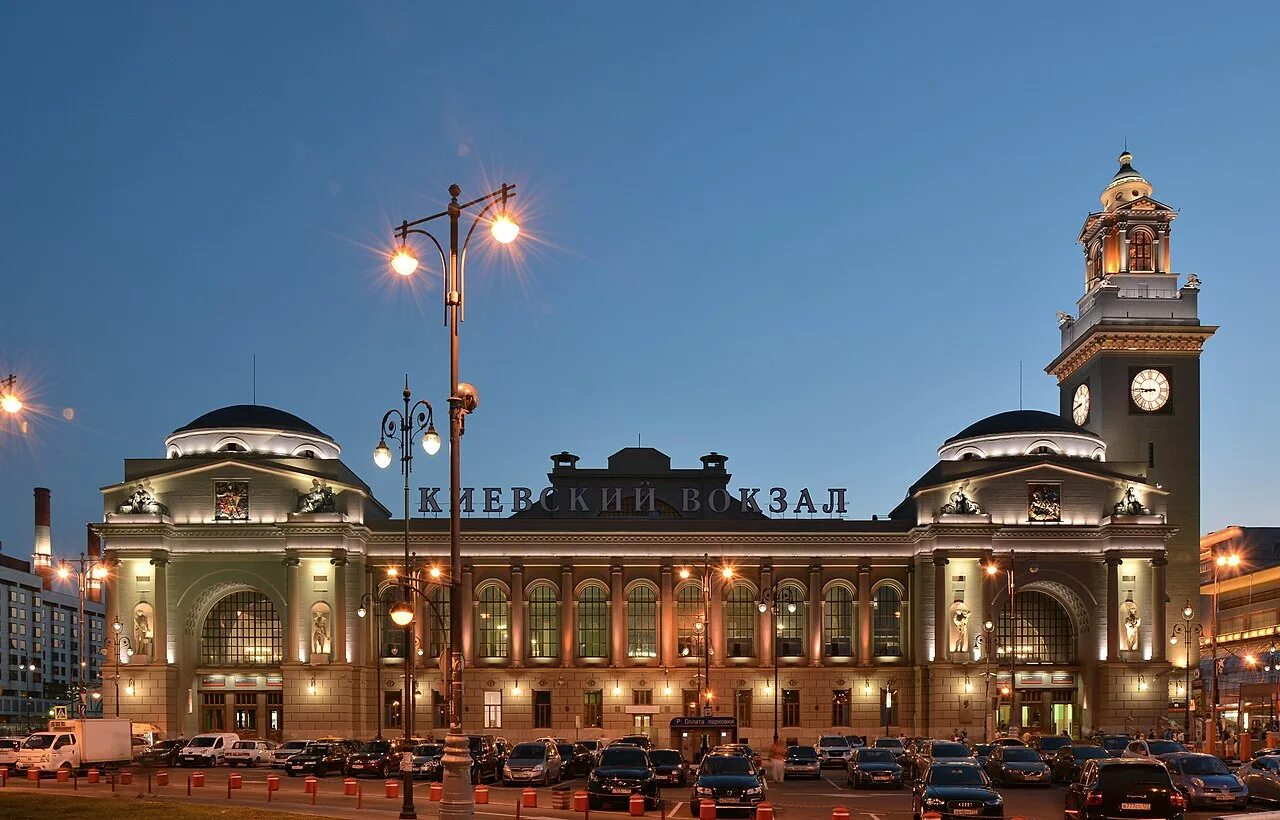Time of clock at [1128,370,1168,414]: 8:45
